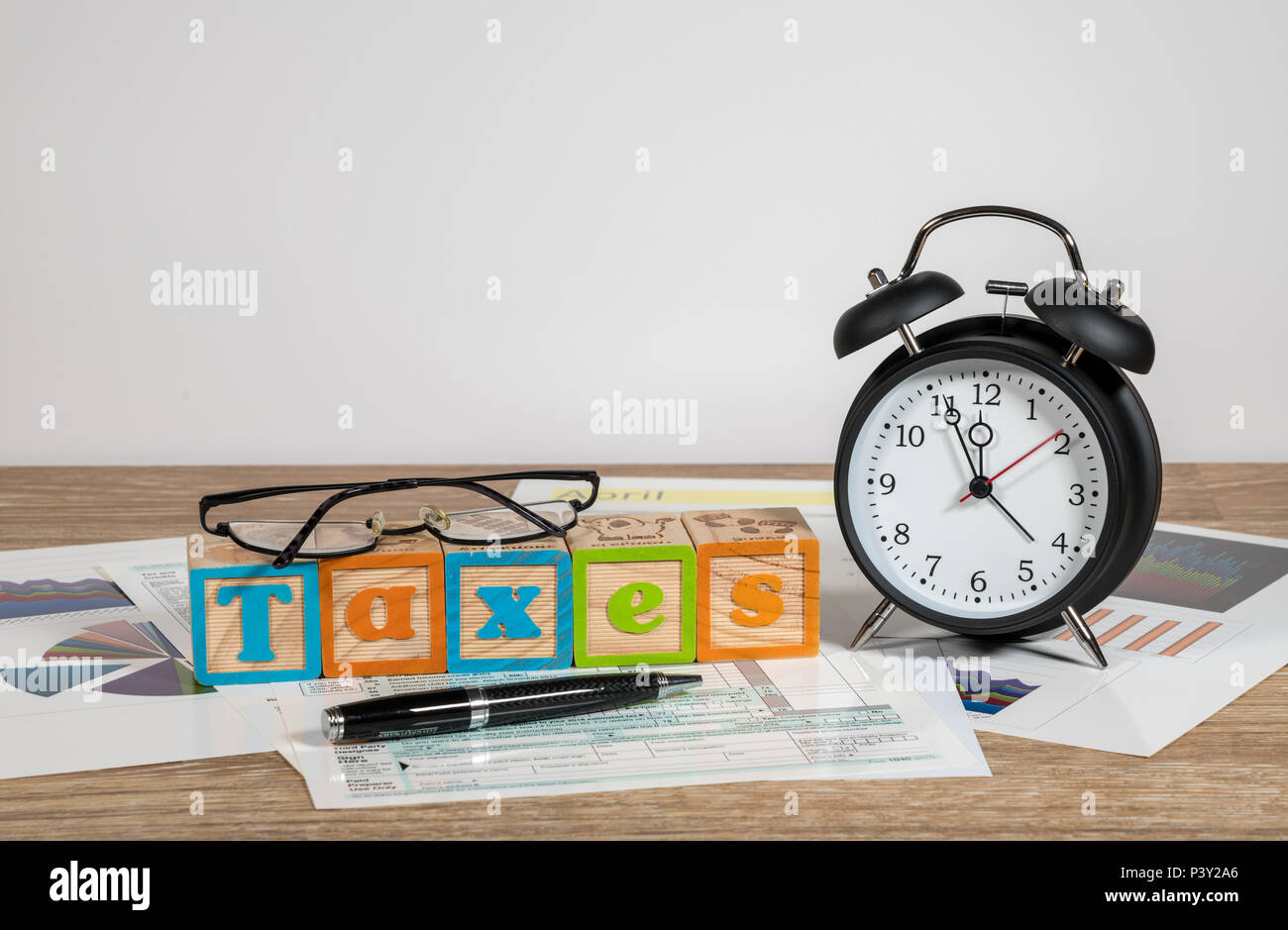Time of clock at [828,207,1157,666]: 11:55
